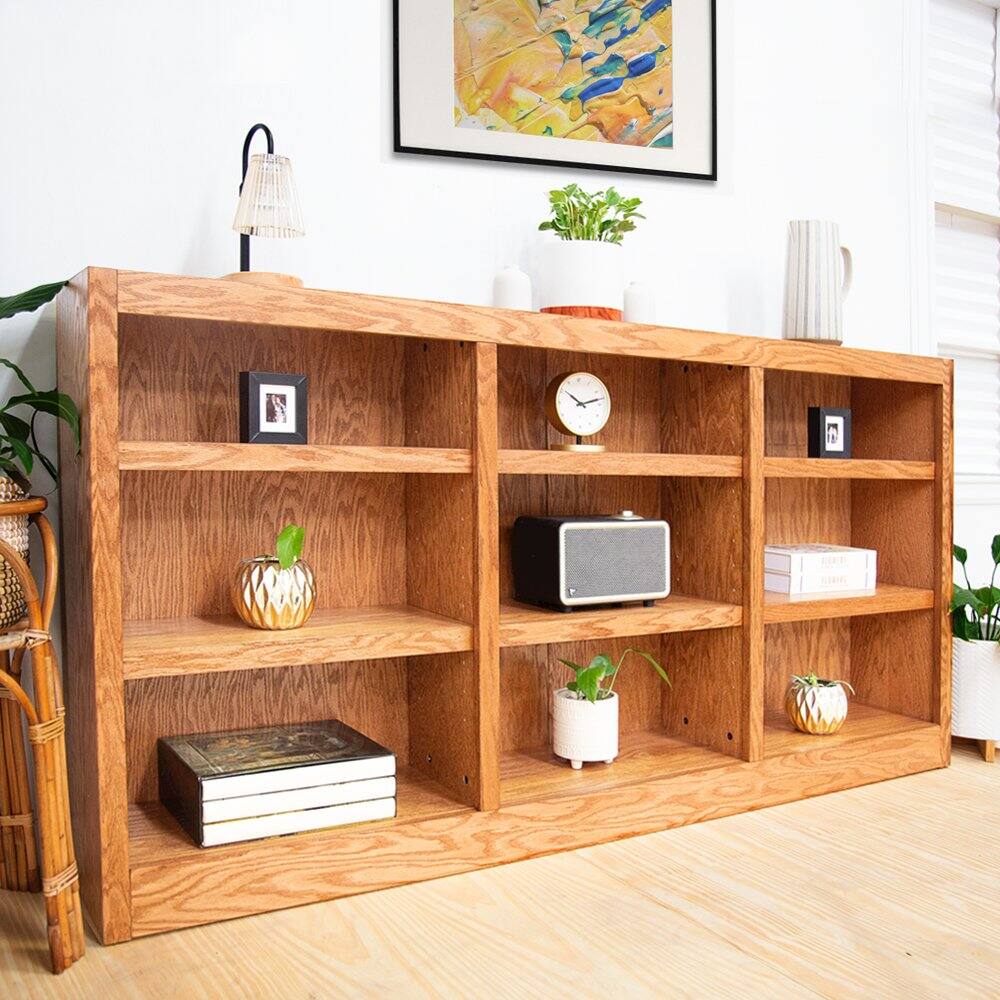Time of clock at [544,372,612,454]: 10:12
